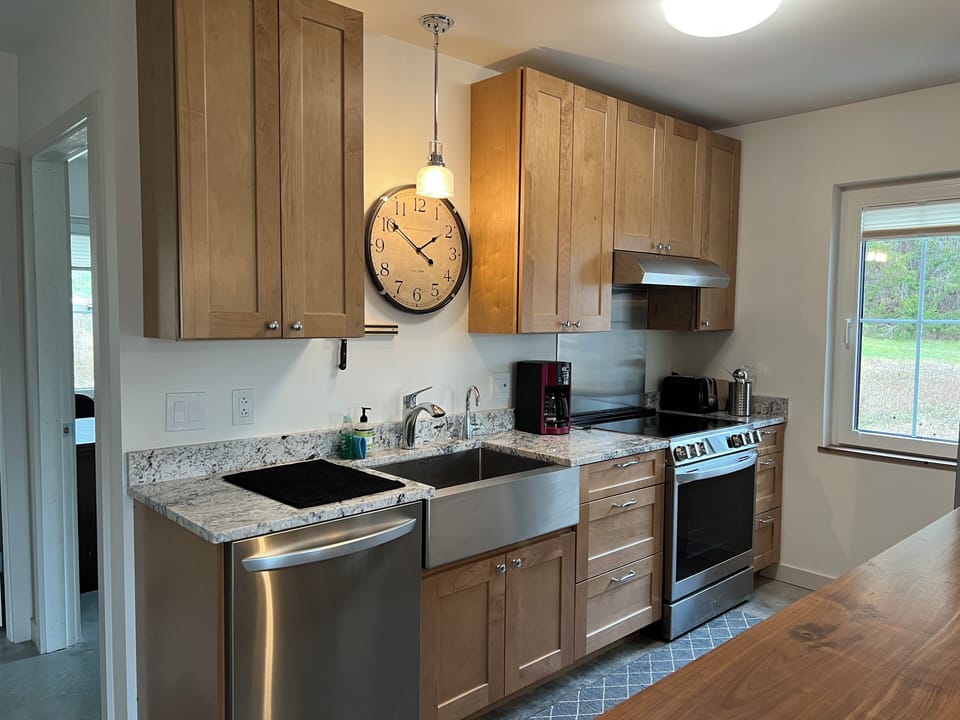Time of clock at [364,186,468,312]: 1:50
